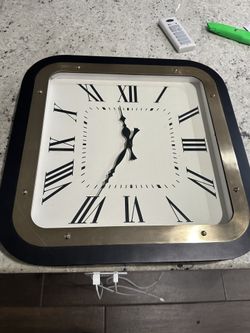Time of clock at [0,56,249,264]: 11:34
